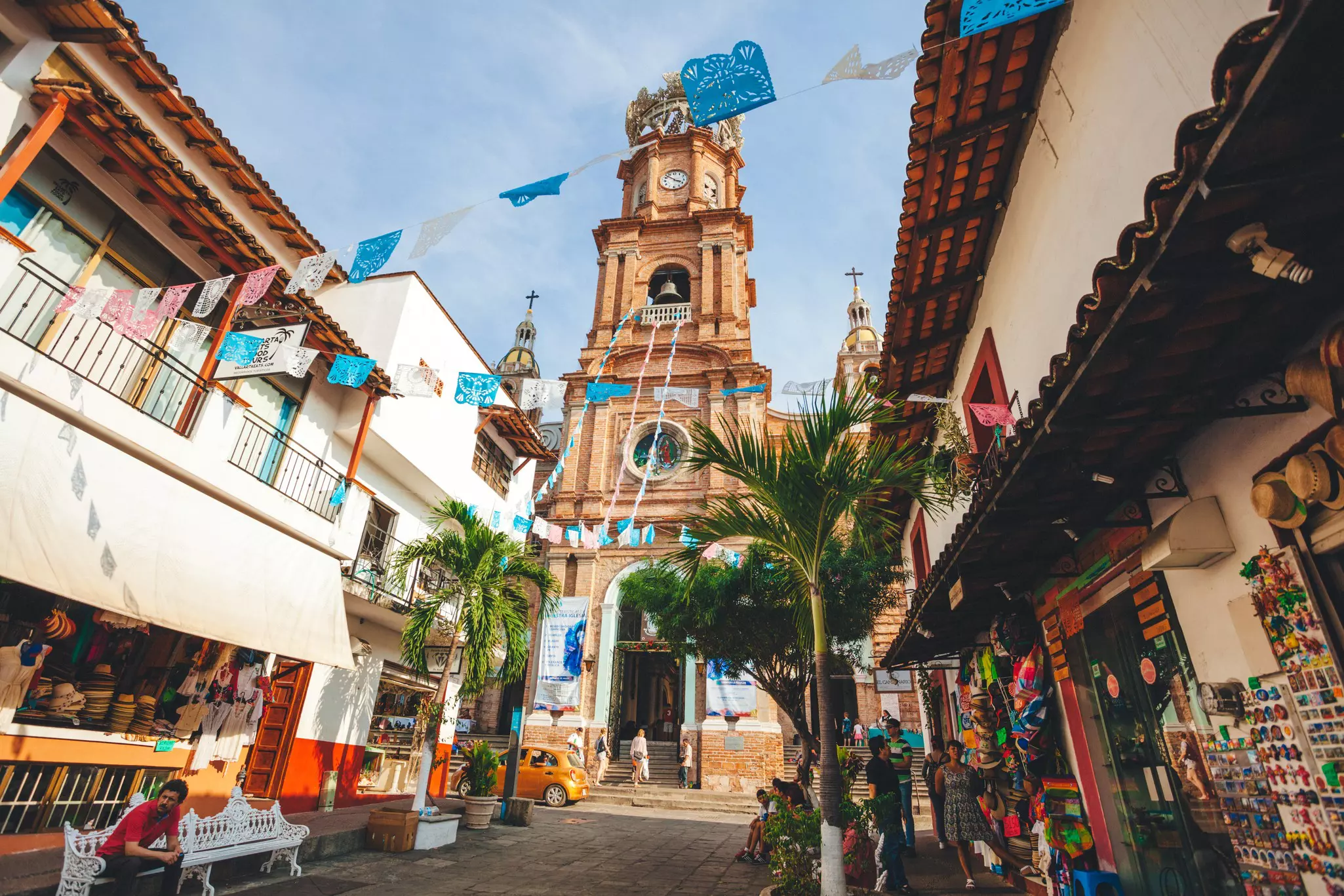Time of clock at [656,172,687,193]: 3:52
